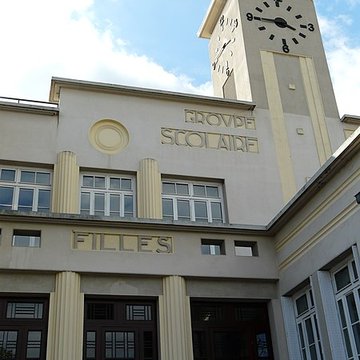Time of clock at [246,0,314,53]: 3:45
